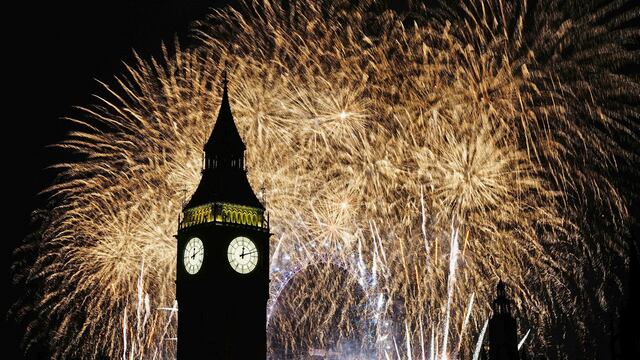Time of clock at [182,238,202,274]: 12:11
